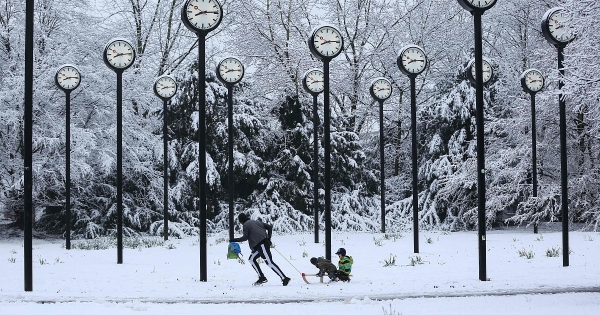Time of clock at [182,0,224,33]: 8:14
